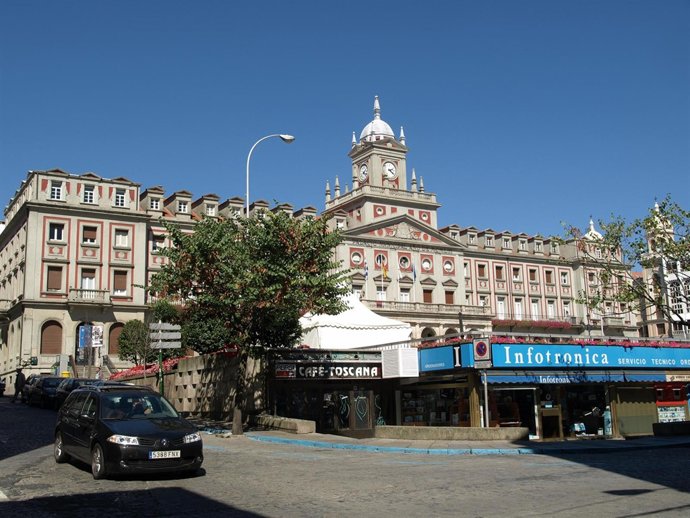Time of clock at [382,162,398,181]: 2:21
